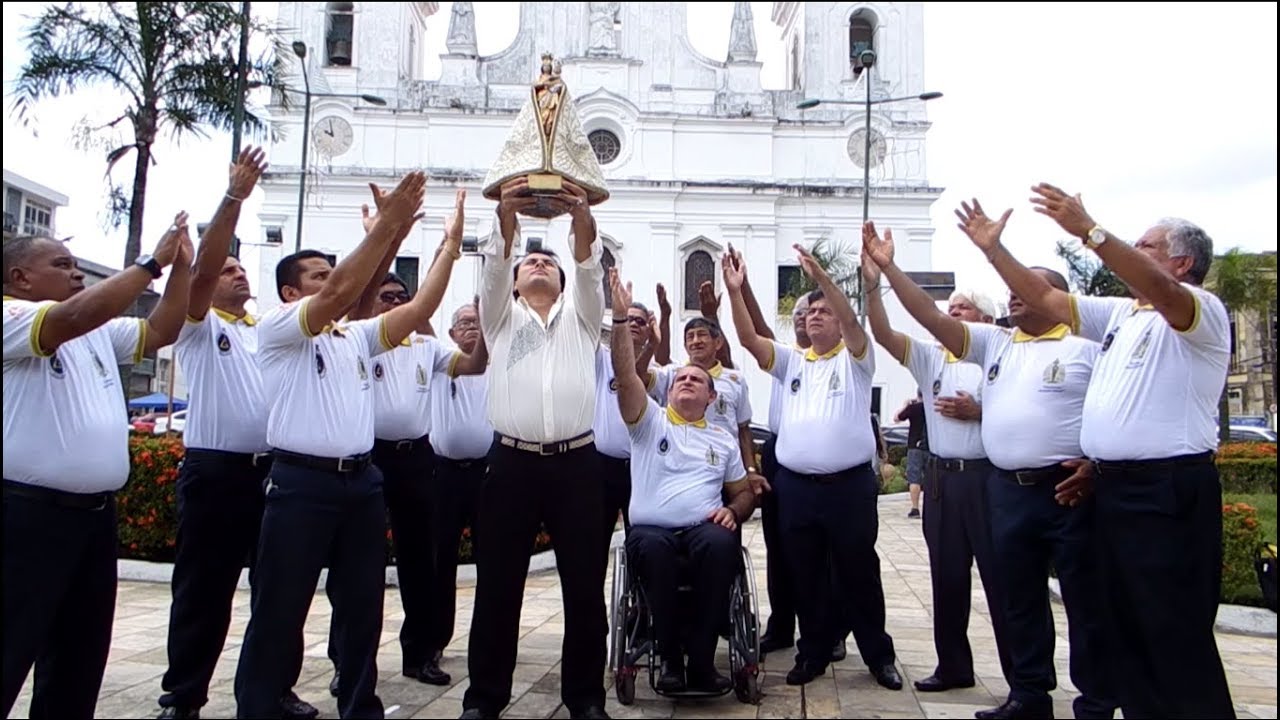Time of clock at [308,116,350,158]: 9:57
